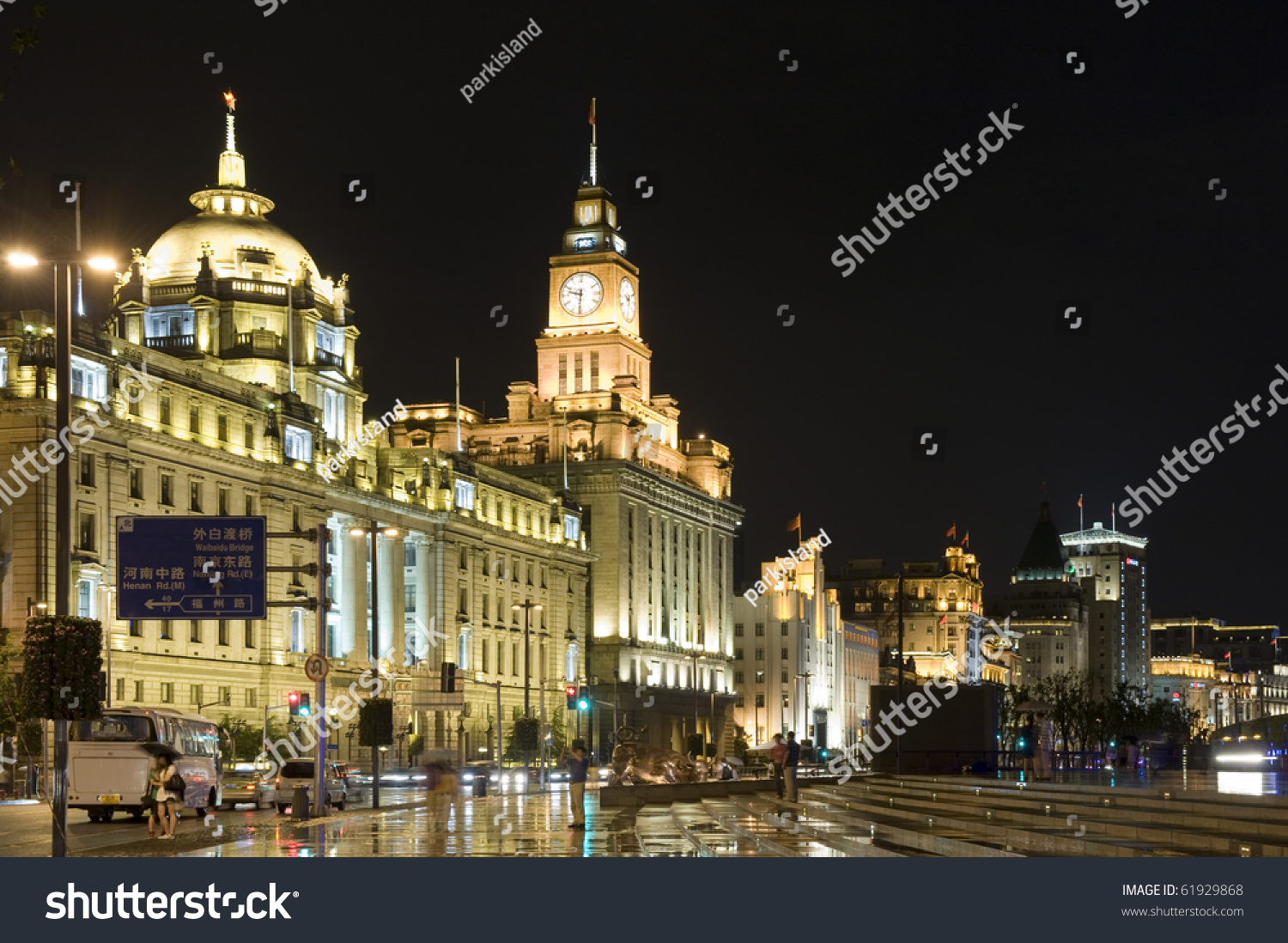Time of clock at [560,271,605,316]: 9:31
